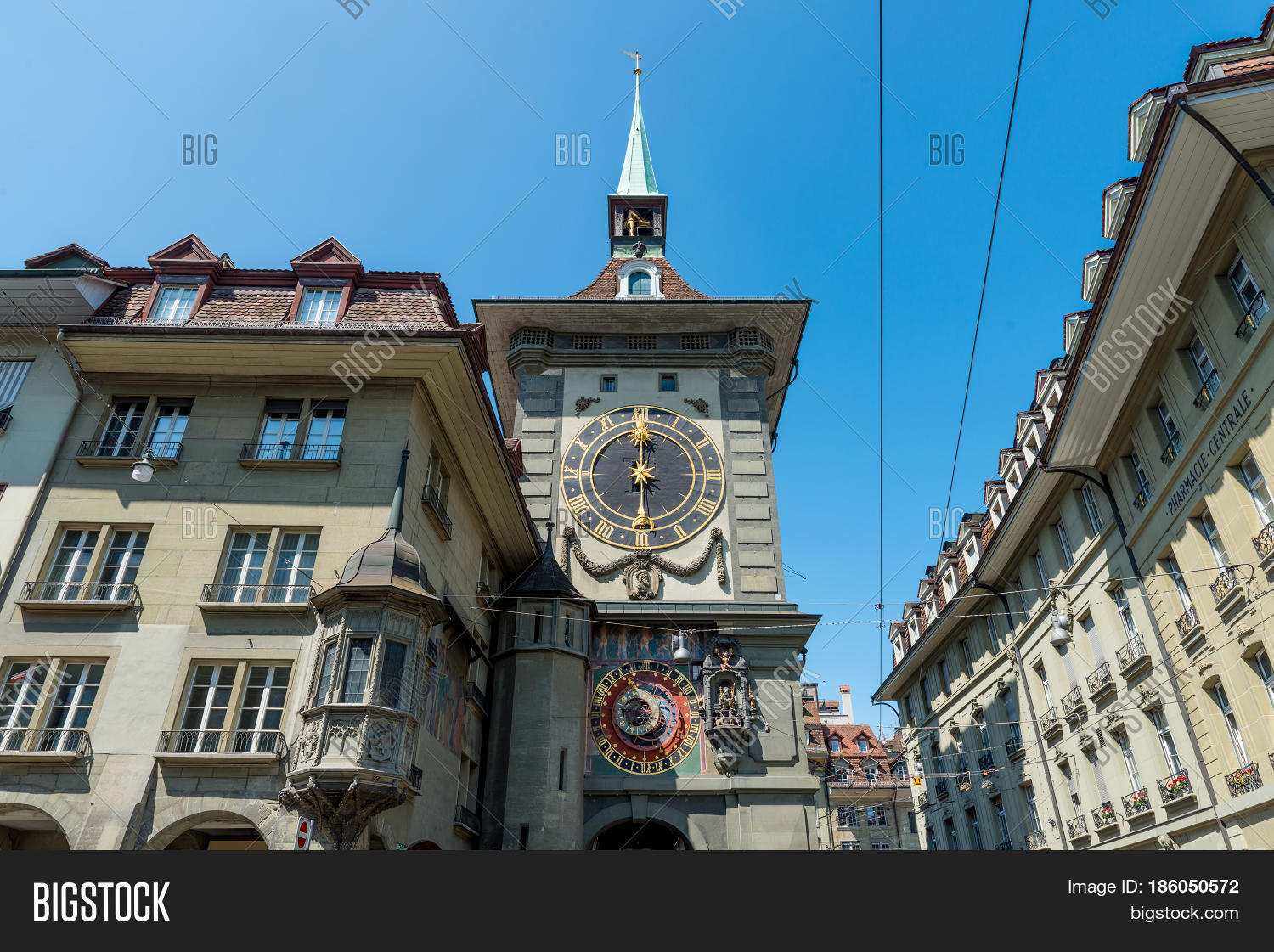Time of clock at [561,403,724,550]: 5:59
